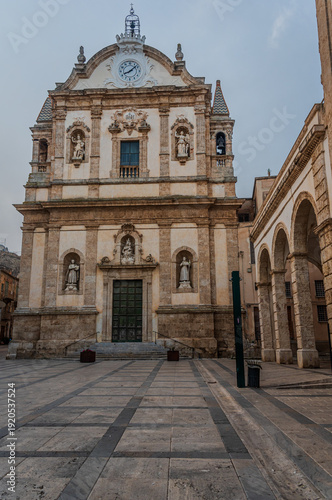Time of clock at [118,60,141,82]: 8:08
